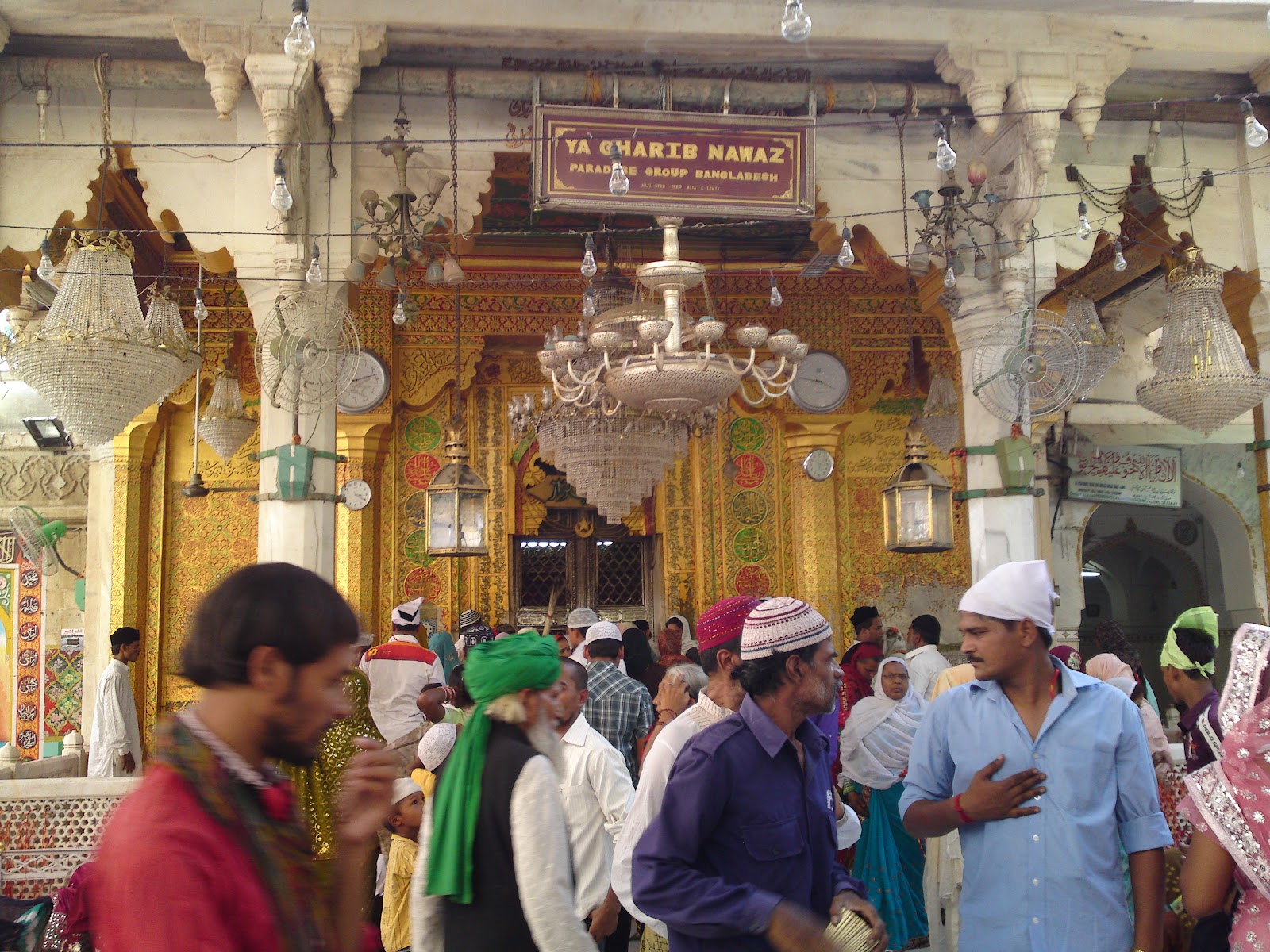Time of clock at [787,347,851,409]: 3:46
